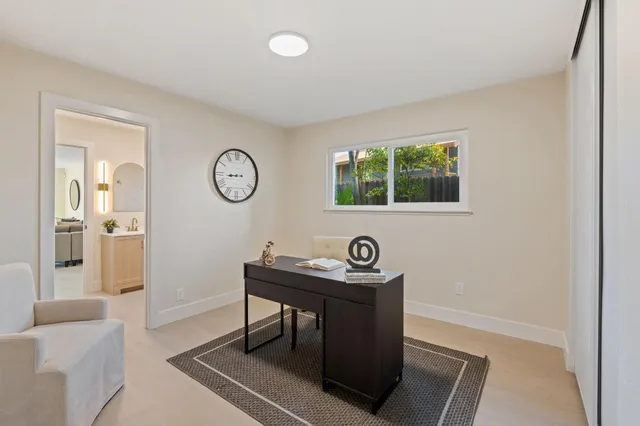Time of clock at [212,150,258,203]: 8:44
